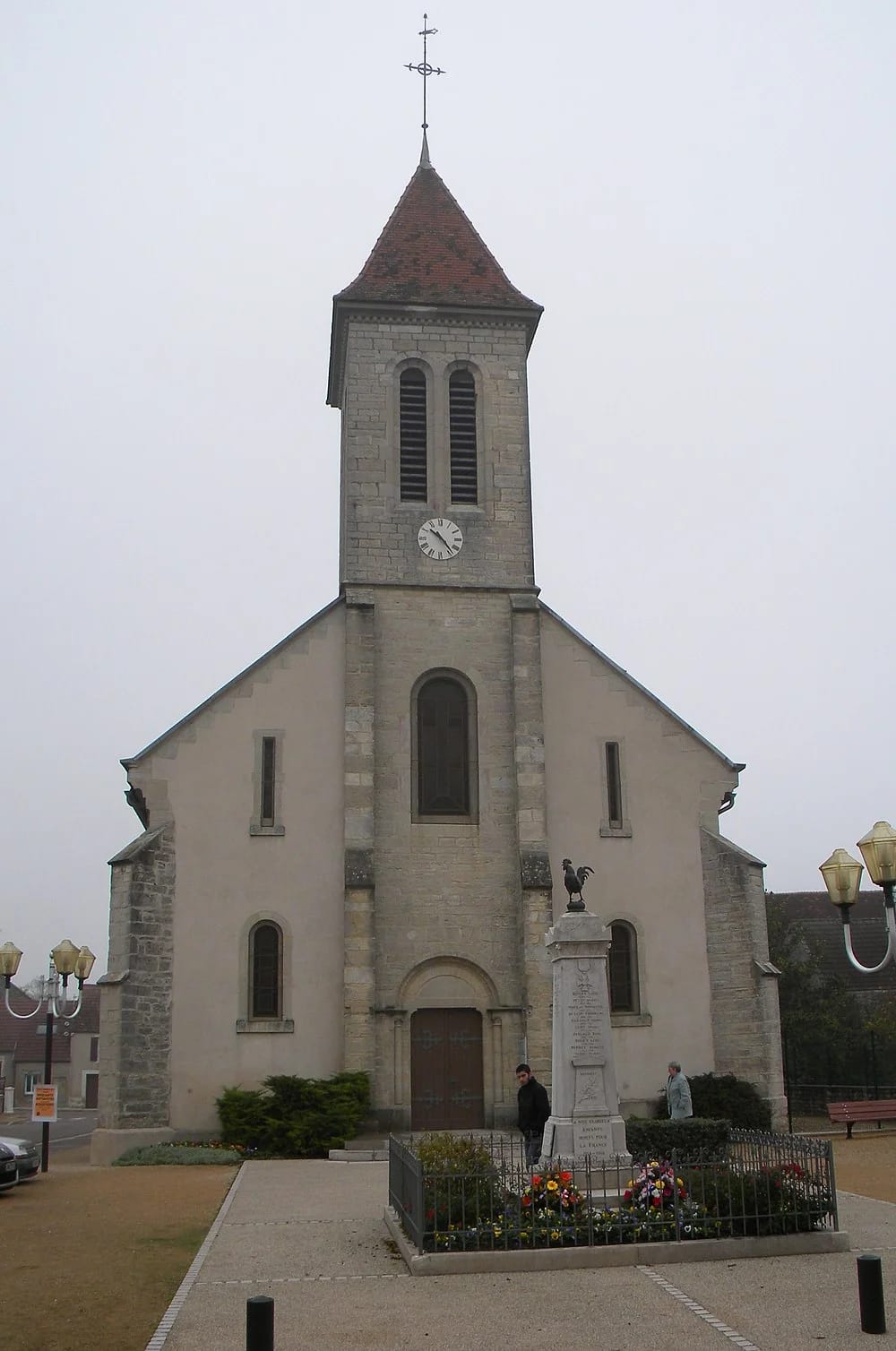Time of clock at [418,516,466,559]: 10:23
